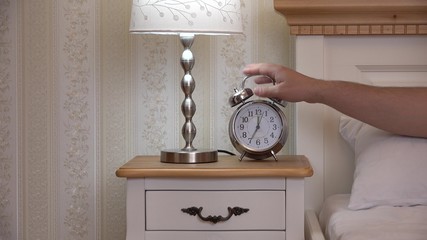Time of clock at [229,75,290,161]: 7:01
